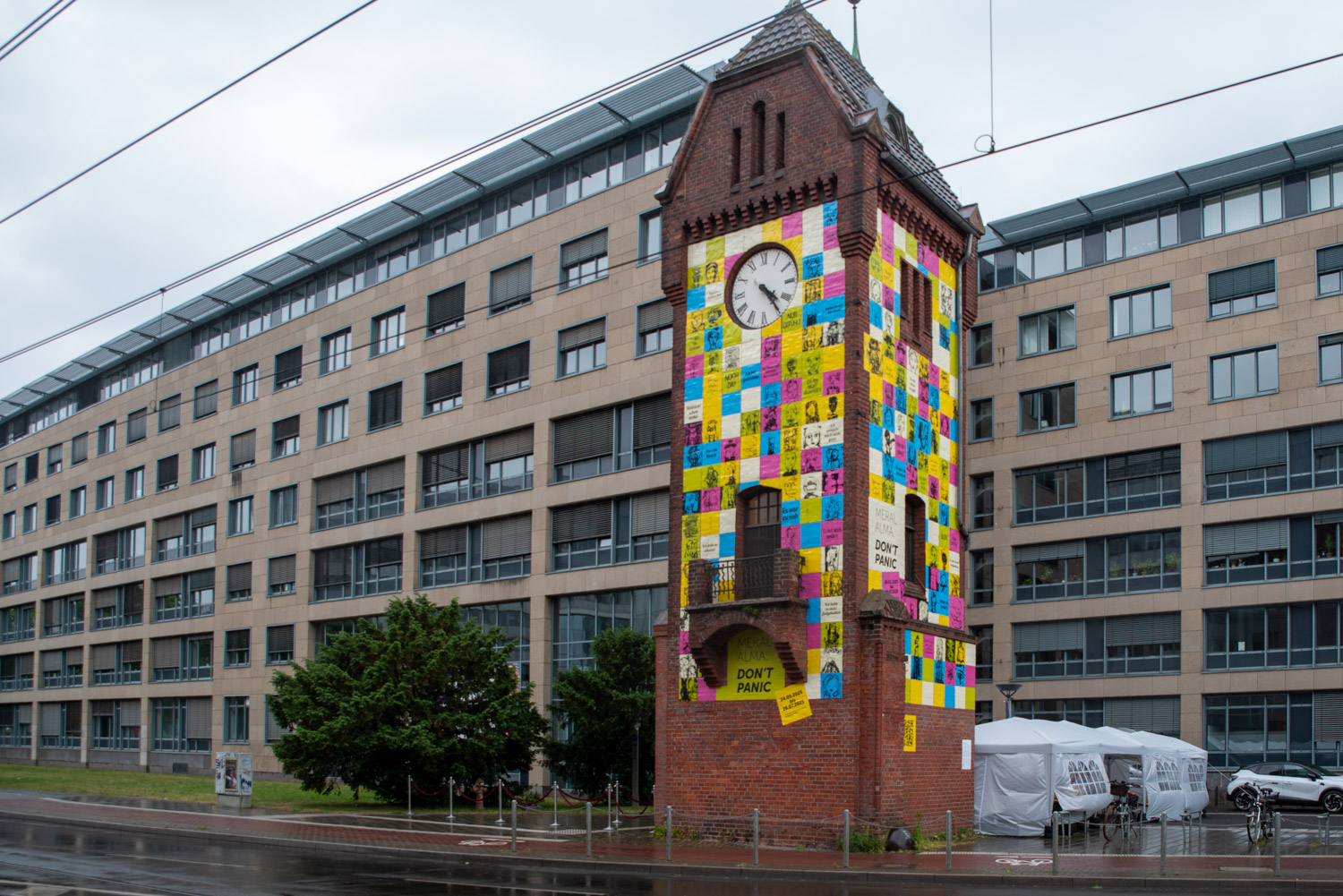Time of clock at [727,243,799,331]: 4:24
